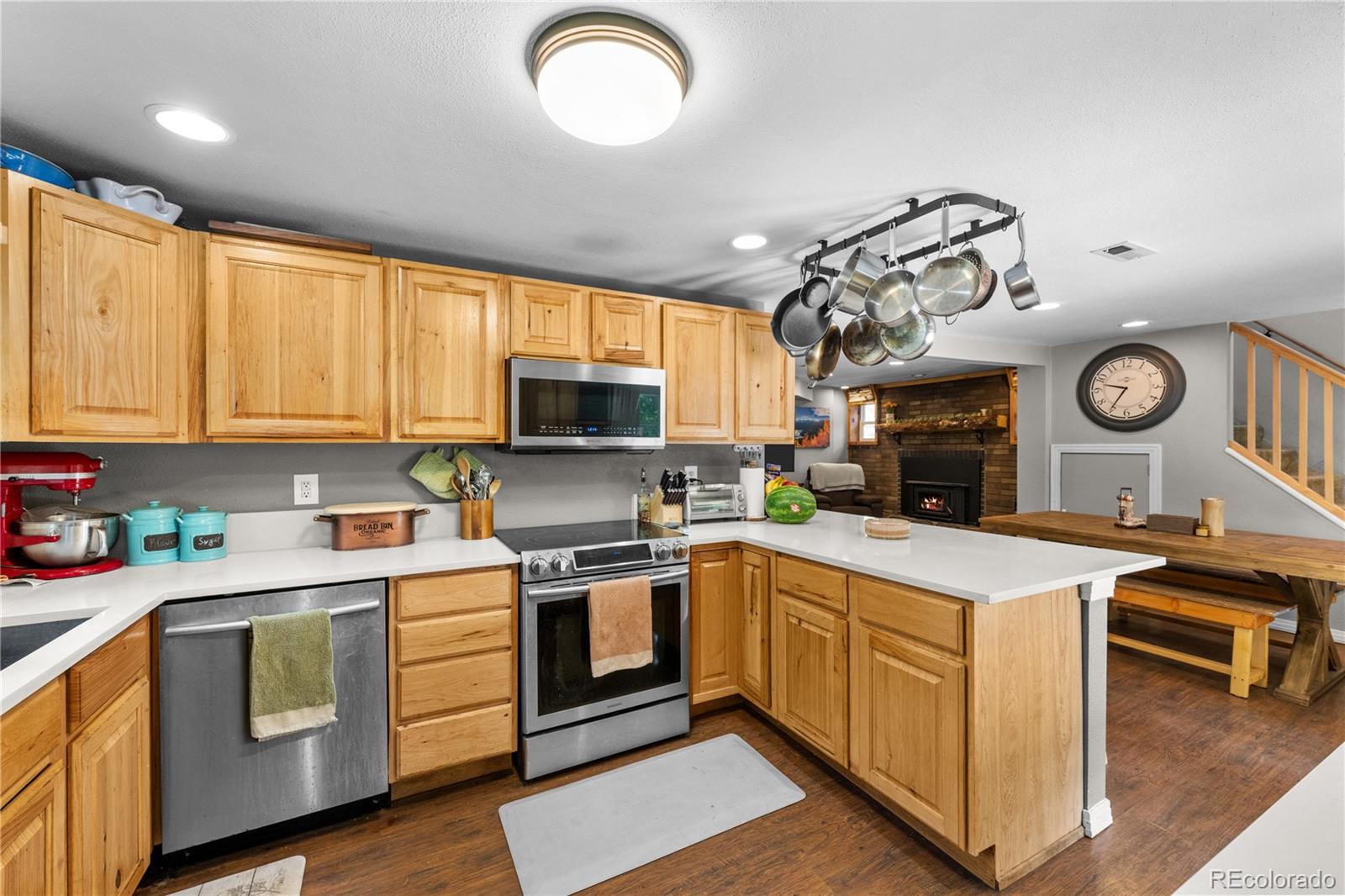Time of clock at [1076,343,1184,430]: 9:35
